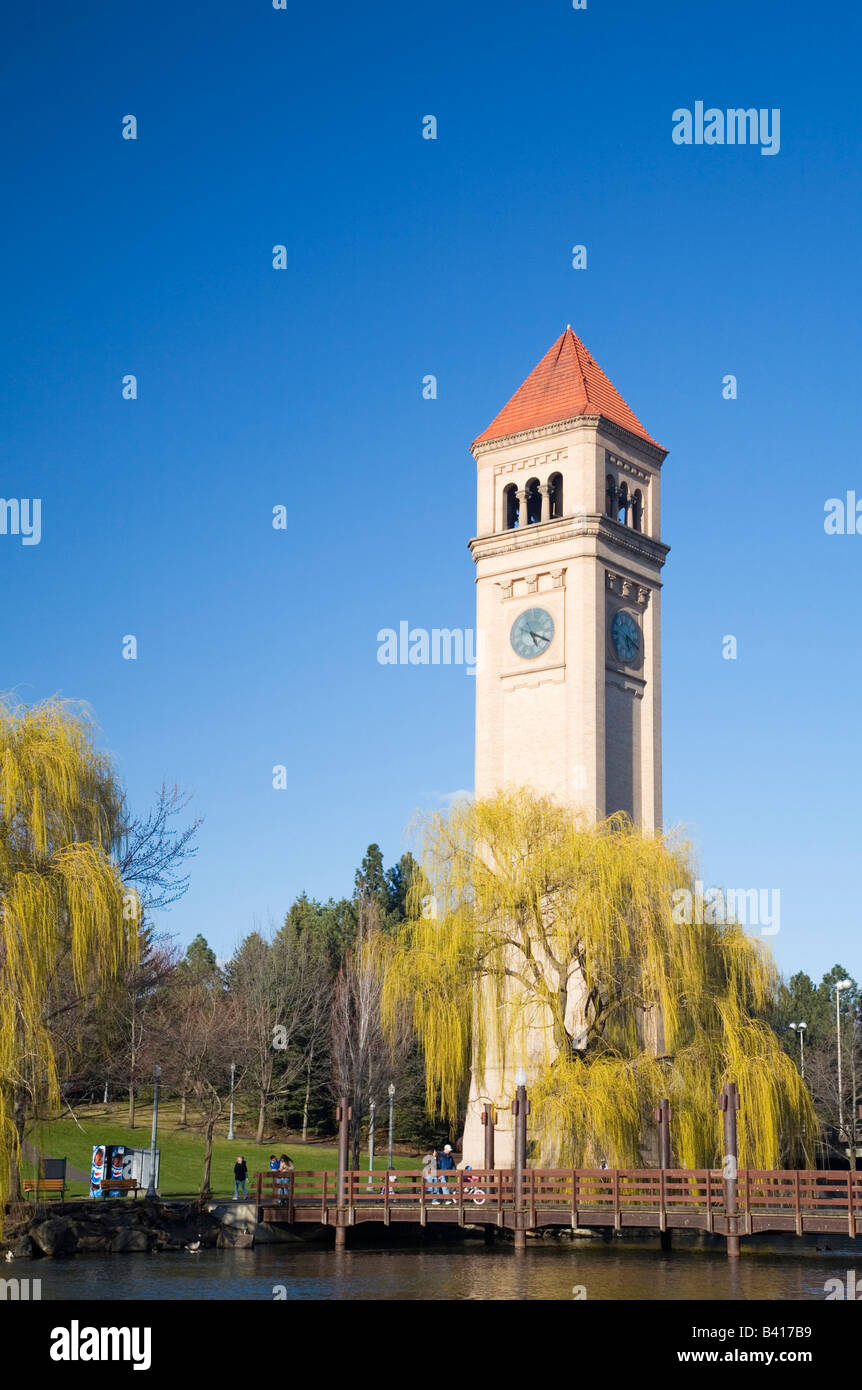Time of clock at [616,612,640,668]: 5:18
